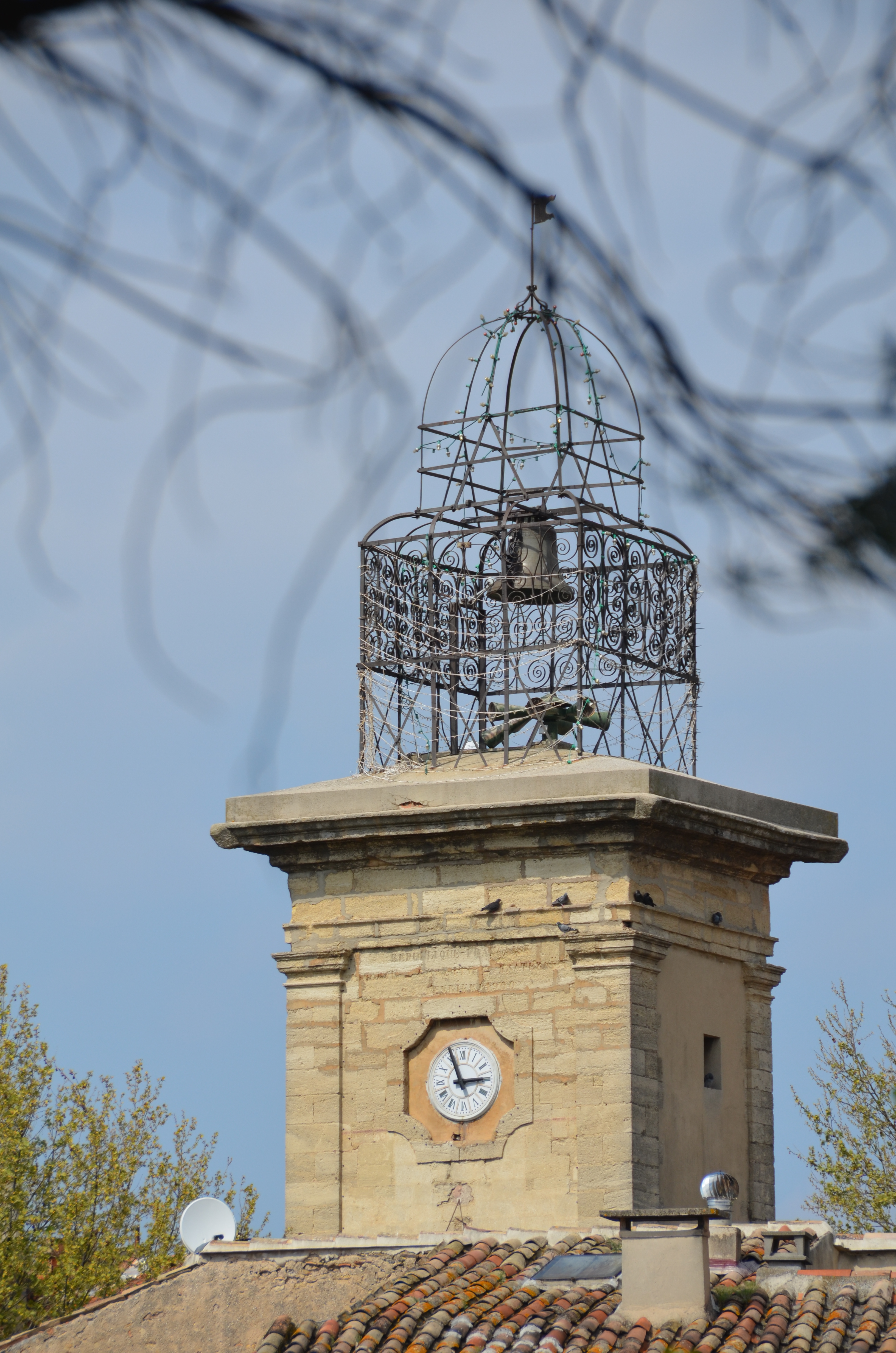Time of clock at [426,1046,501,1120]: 2:56
